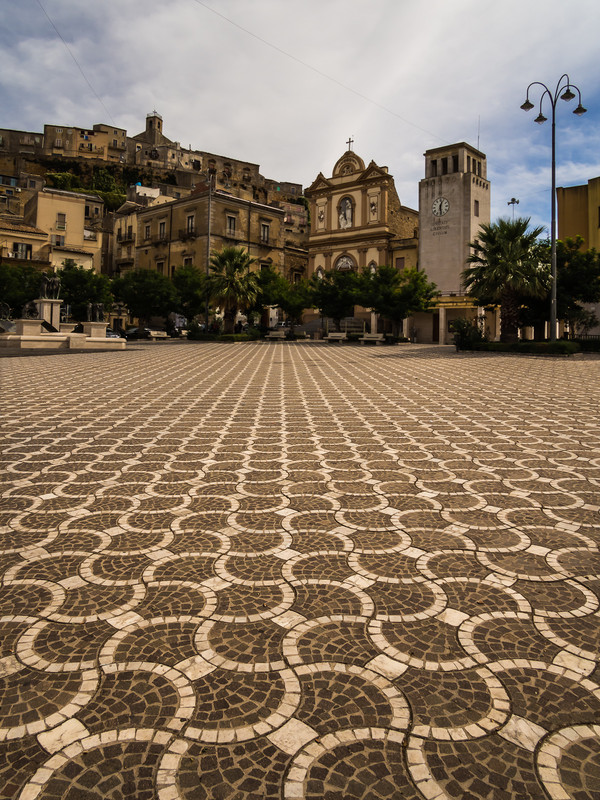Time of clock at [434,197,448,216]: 12:28
